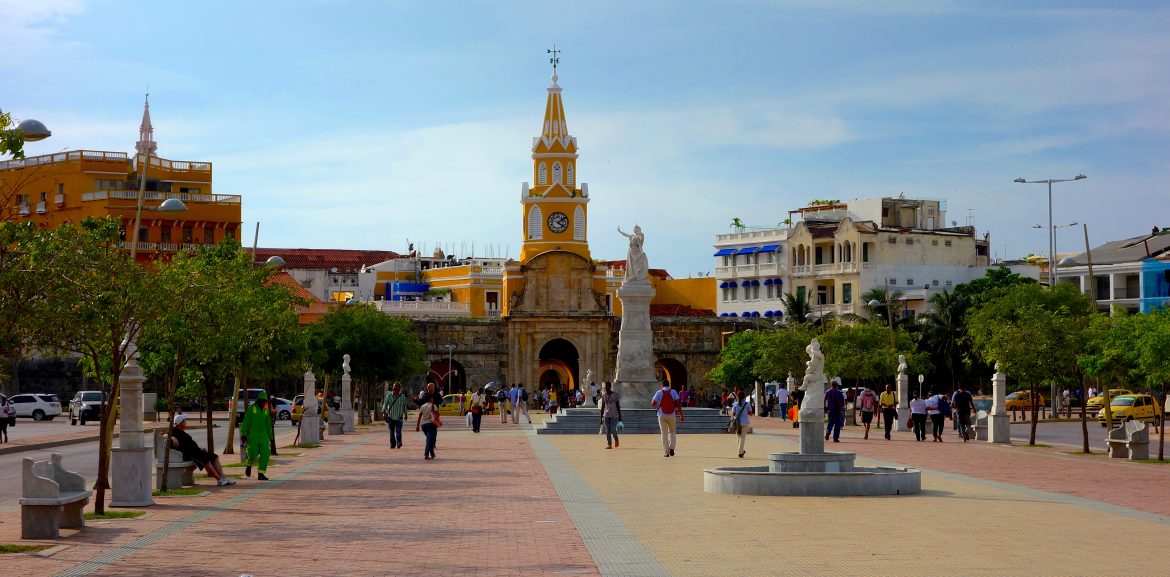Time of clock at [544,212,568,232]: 4:09
